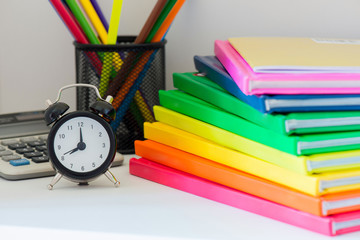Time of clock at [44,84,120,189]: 8:00
